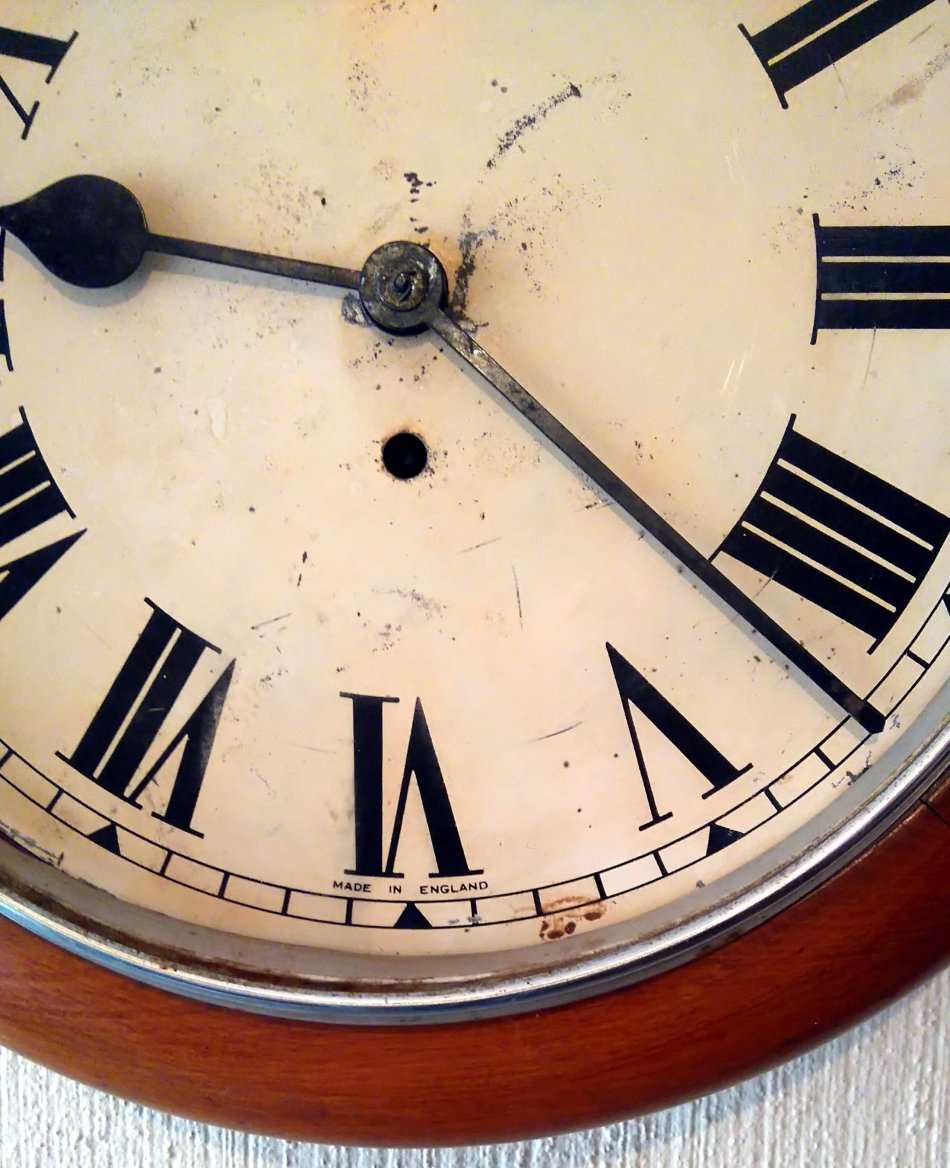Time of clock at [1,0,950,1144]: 9:21
